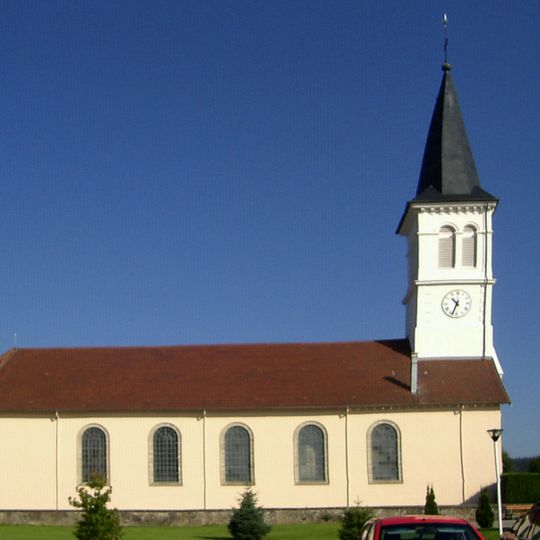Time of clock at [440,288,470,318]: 10:33
